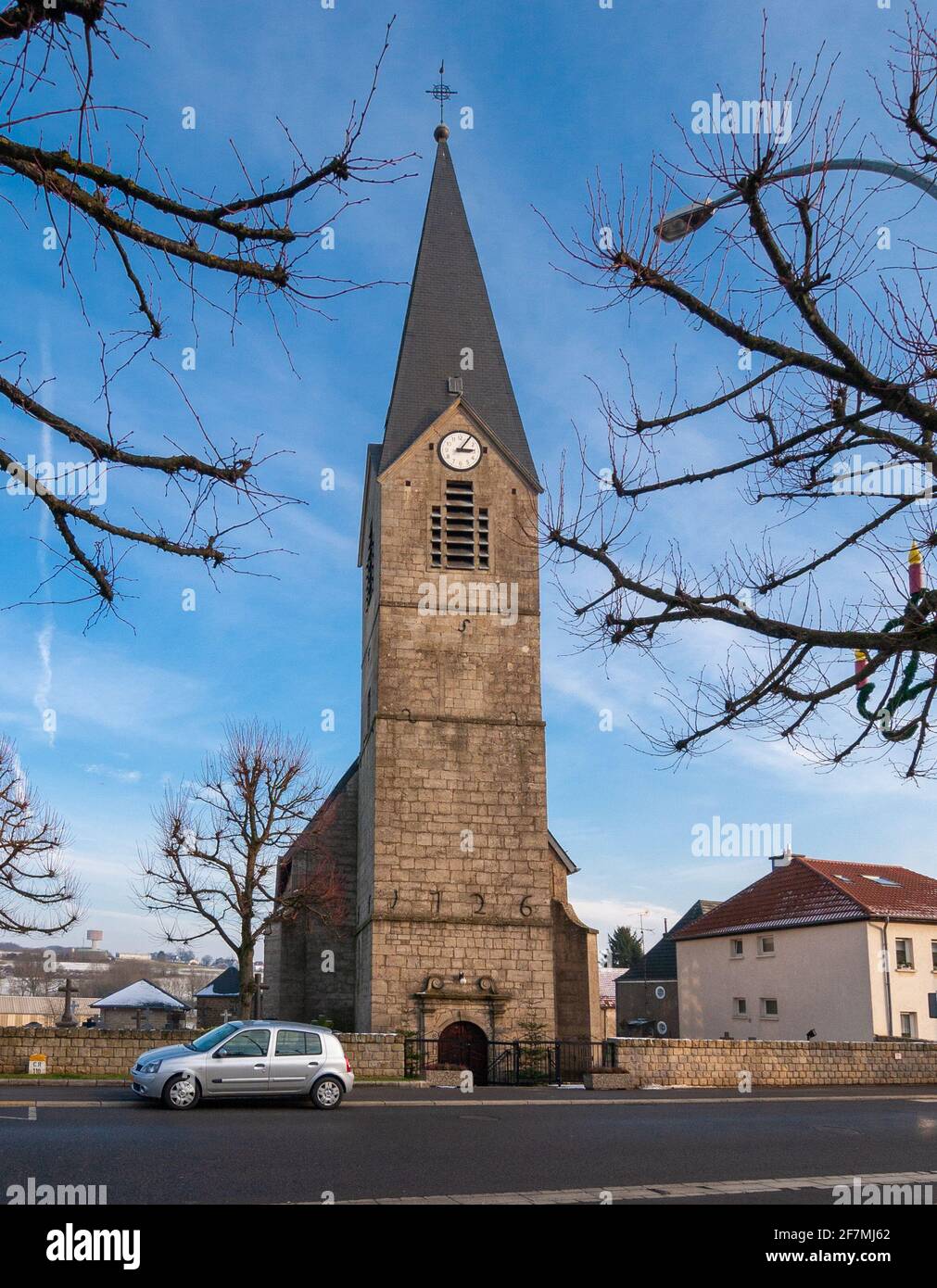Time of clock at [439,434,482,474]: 3:05
